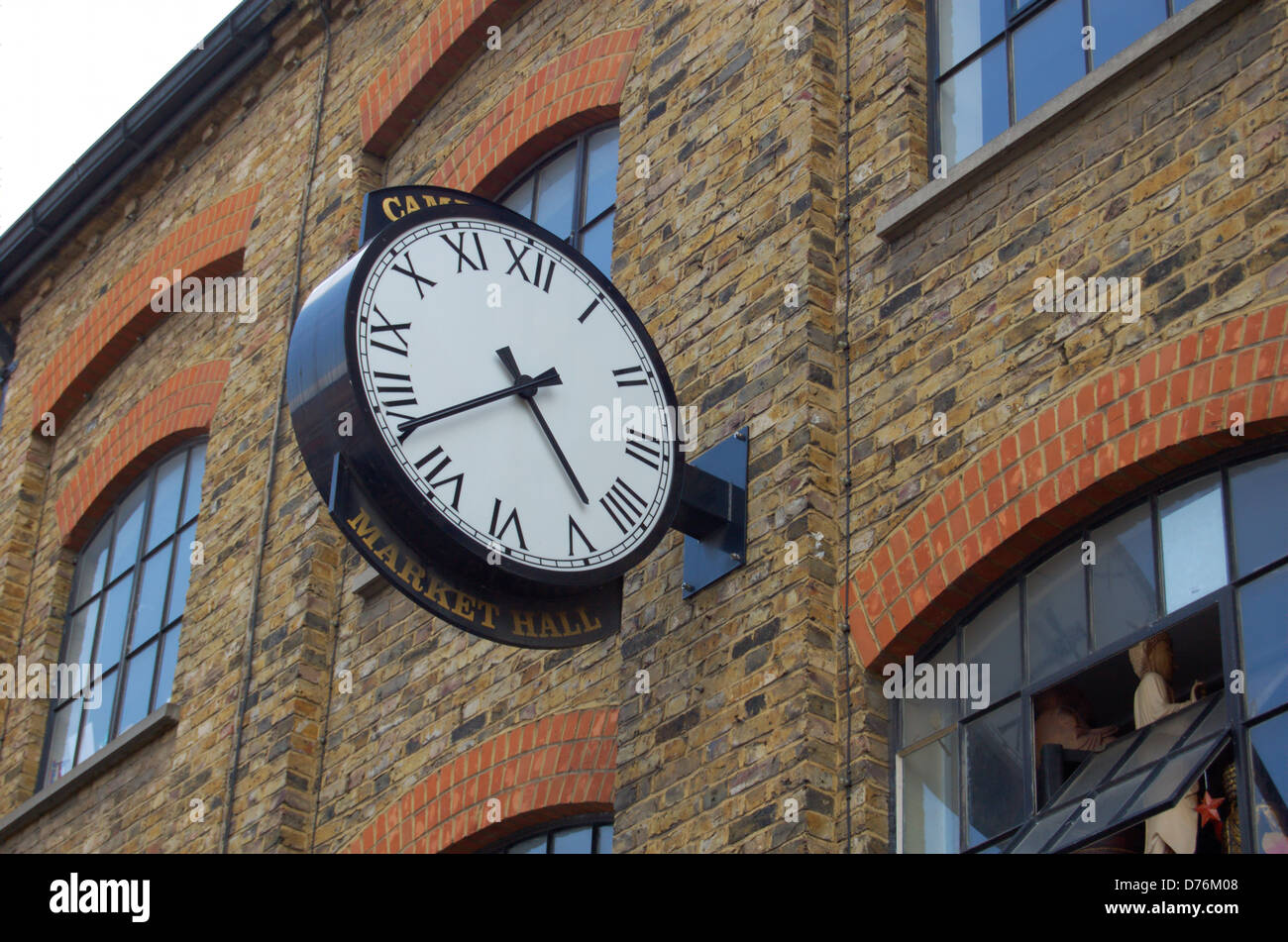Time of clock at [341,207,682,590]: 4:38
